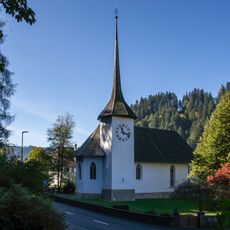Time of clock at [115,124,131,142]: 11:17
